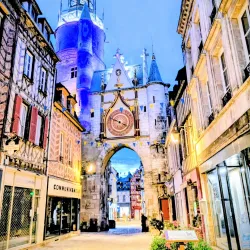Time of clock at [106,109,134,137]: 3:48
